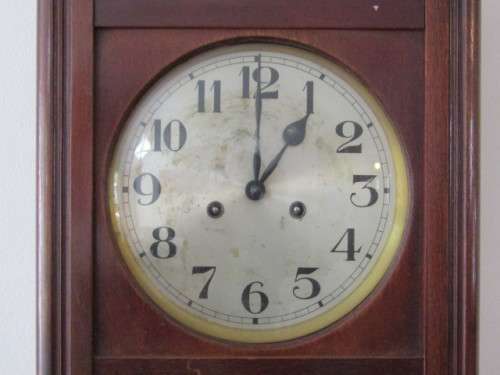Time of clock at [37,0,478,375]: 1:00
